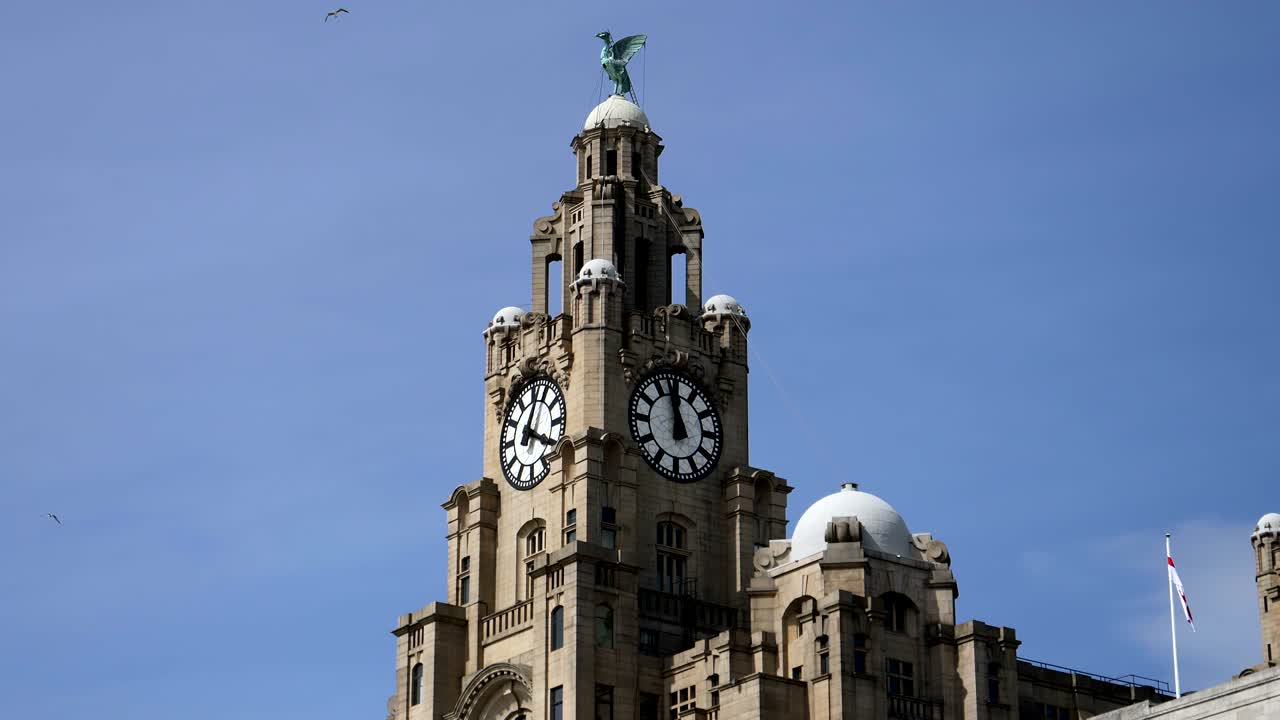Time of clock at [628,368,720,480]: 11:57
